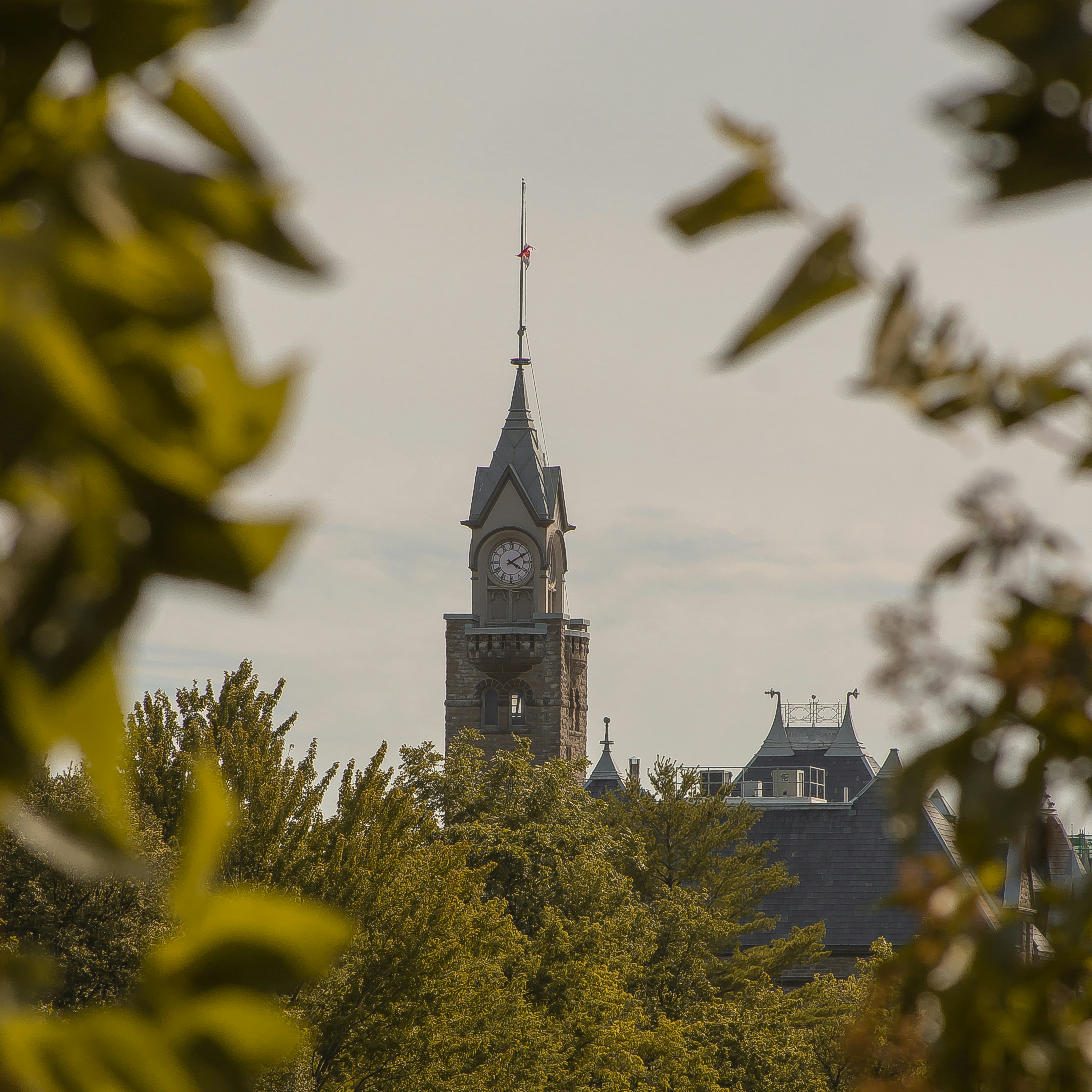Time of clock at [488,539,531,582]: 4:09
